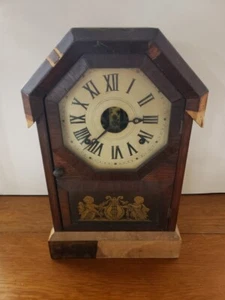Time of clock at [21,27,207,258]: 7:14
